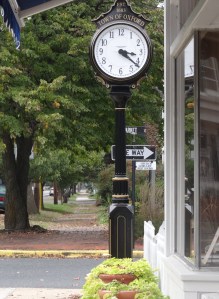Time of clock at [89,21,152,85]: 3:21
